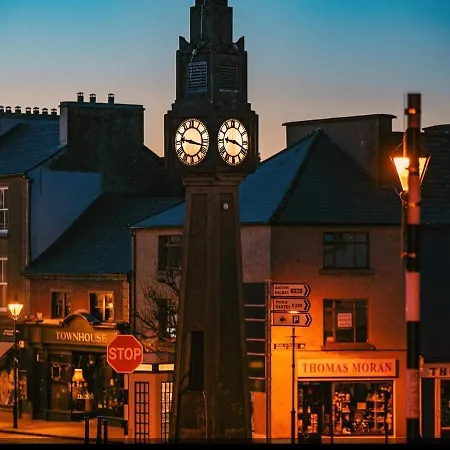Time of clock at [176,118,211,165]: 9:17
